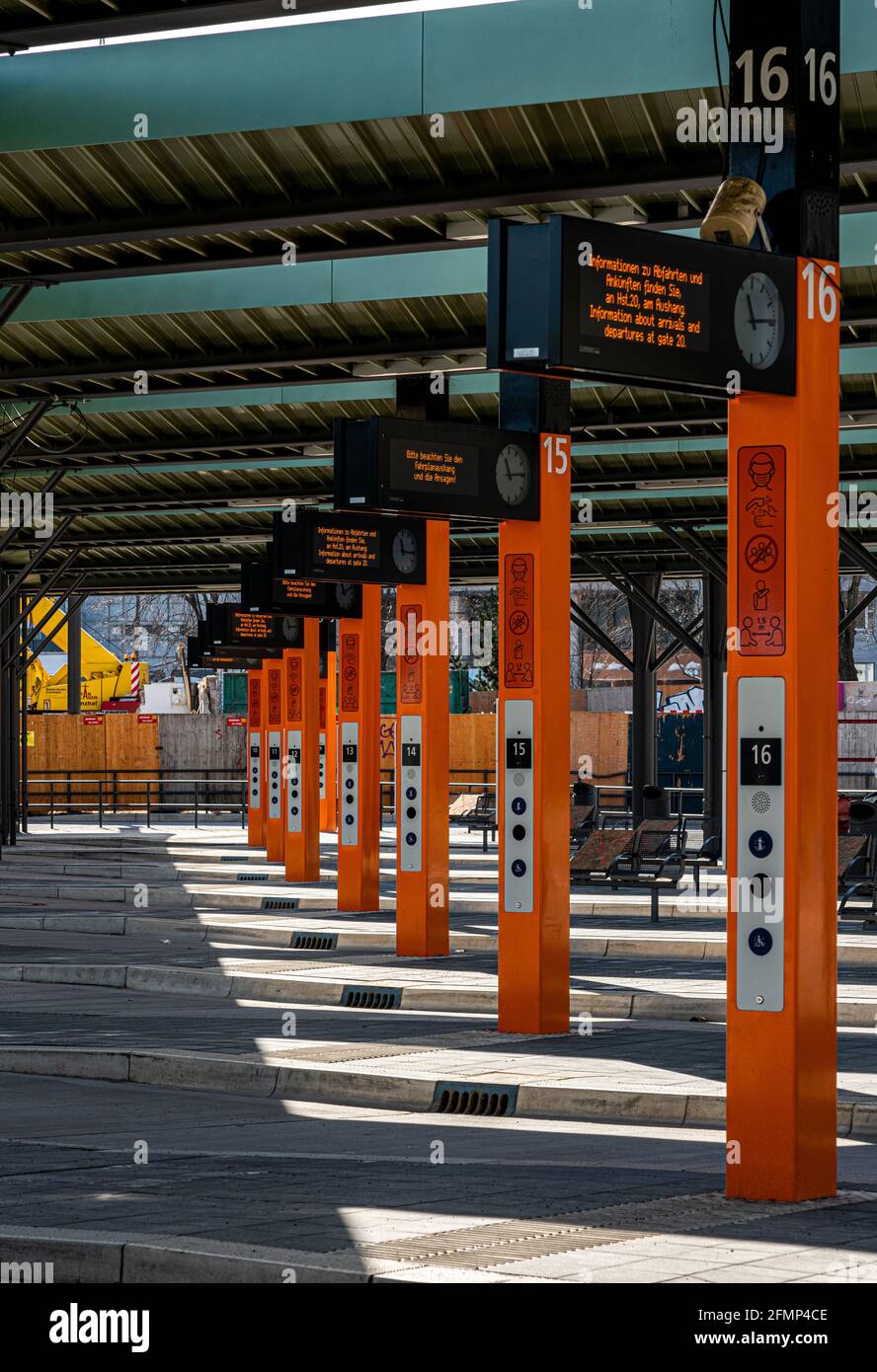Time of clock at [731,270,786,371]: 11:14
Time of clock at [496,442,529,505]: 11:14
